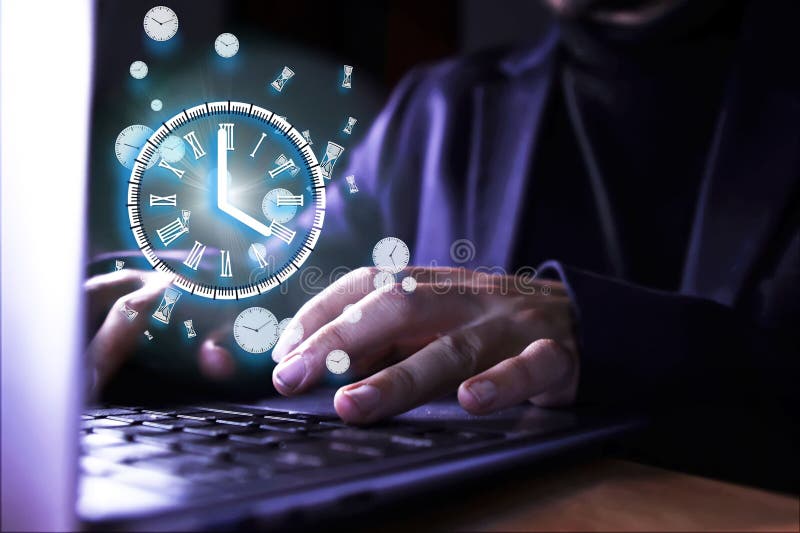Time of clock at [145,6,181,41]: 10:12
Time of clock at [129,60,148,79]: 9:07
